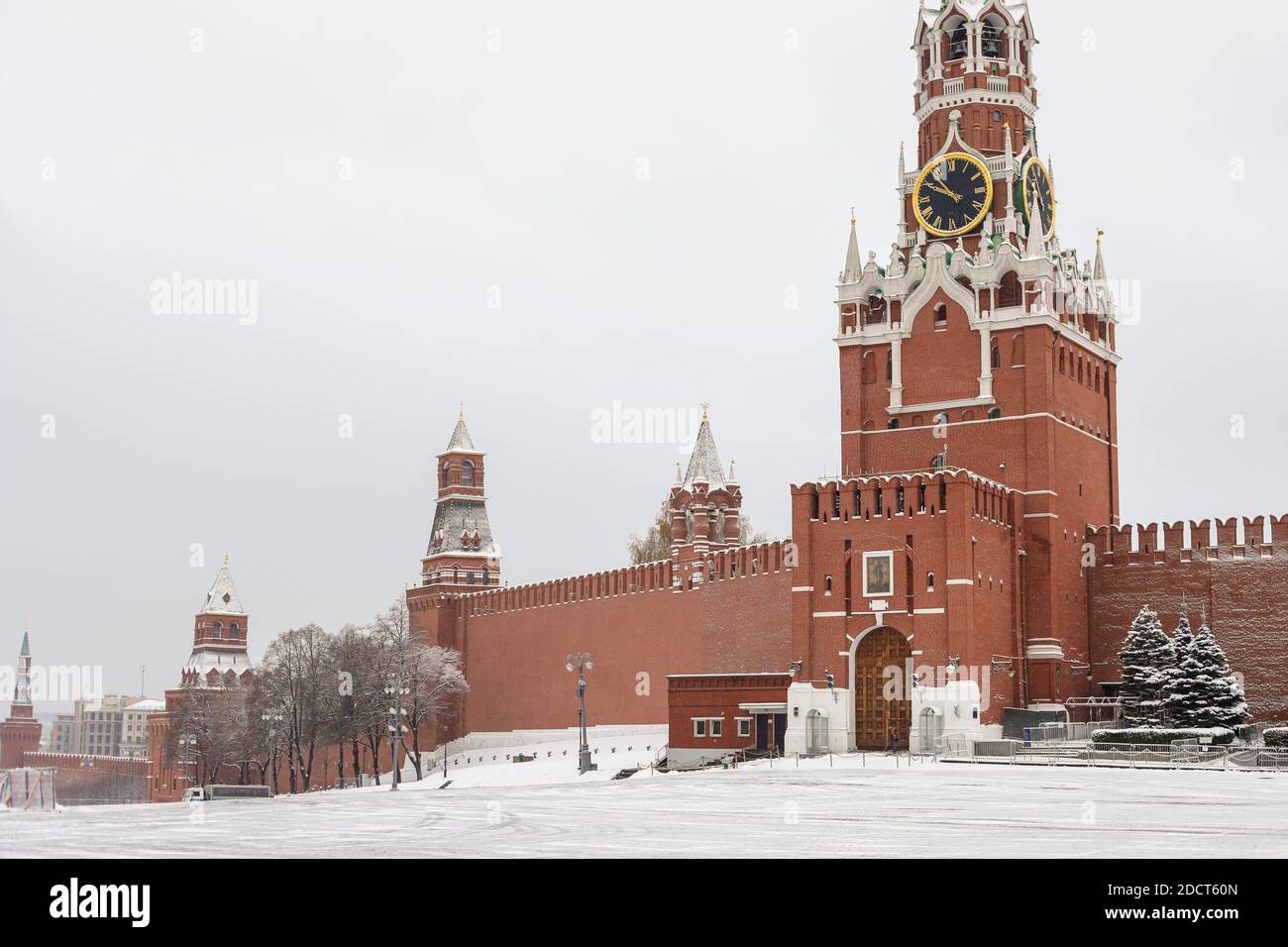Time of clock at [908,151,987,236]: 10:49
